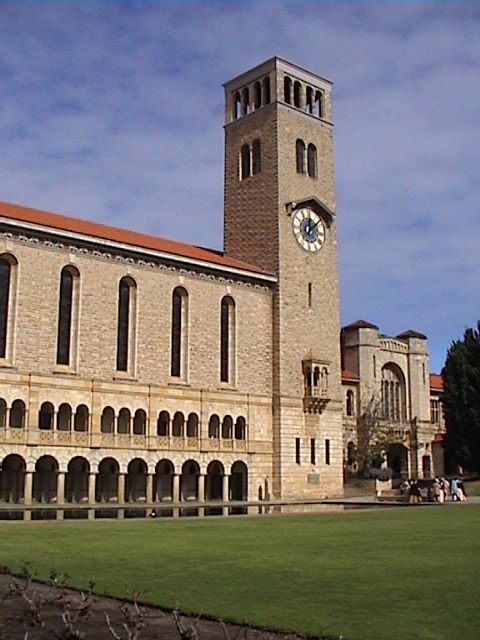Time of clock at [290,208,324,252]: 12:07
